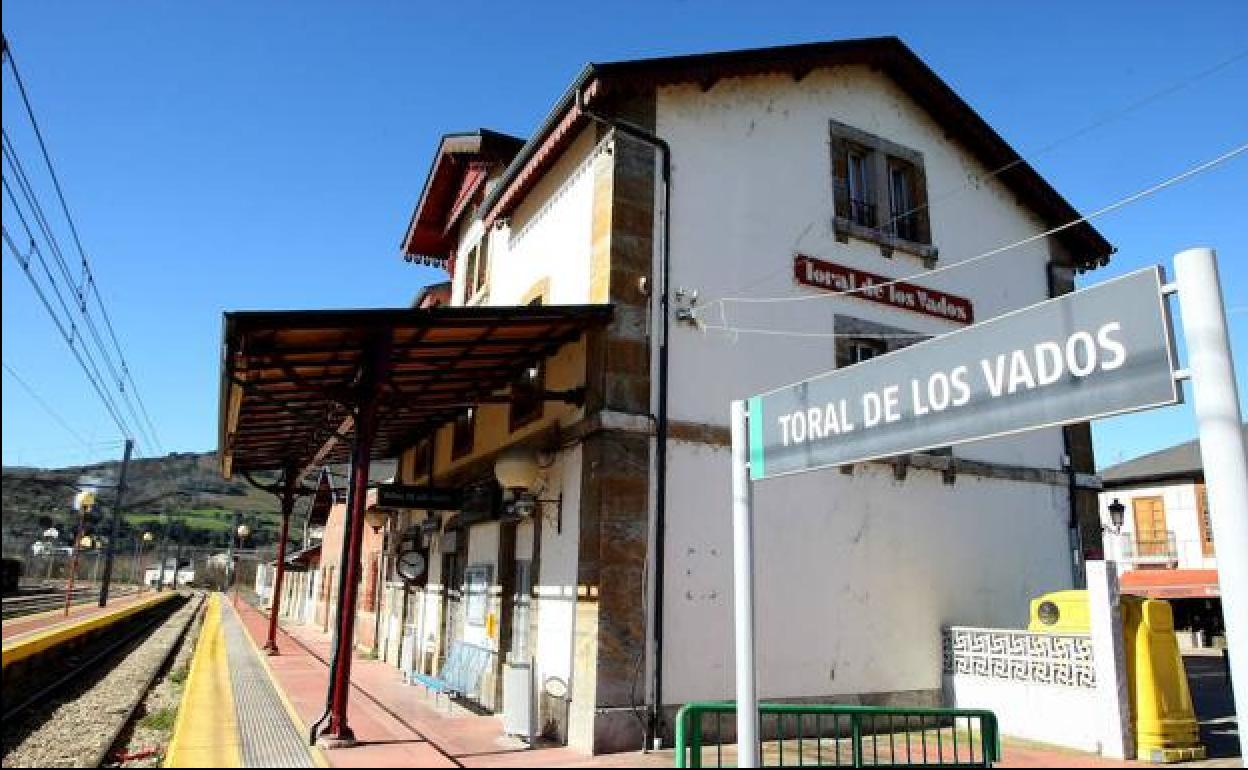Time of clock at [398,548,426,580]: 2:48
